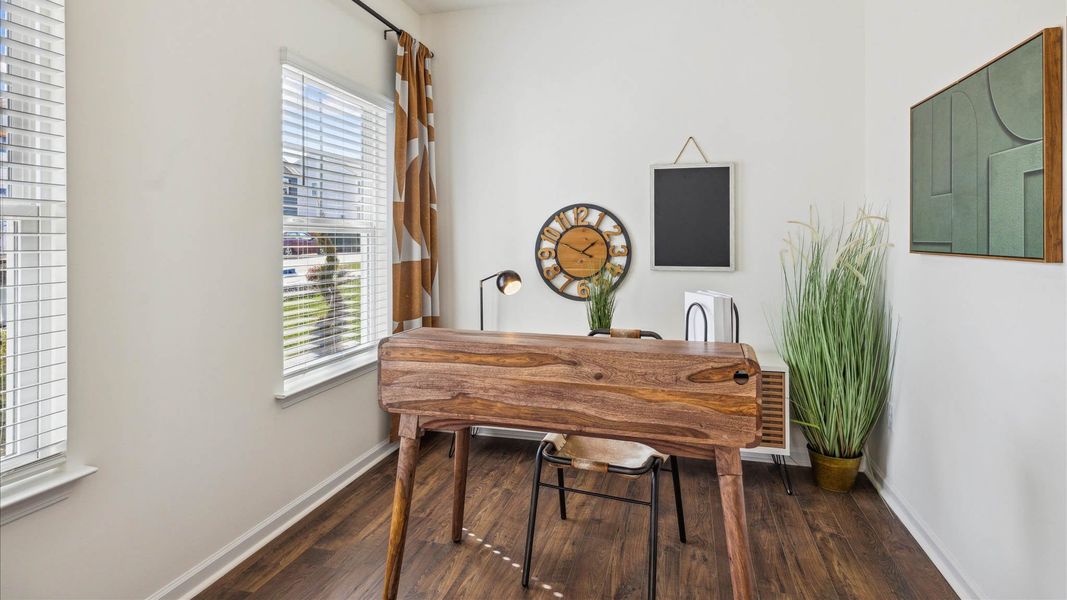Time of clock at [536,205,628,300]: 1:49
